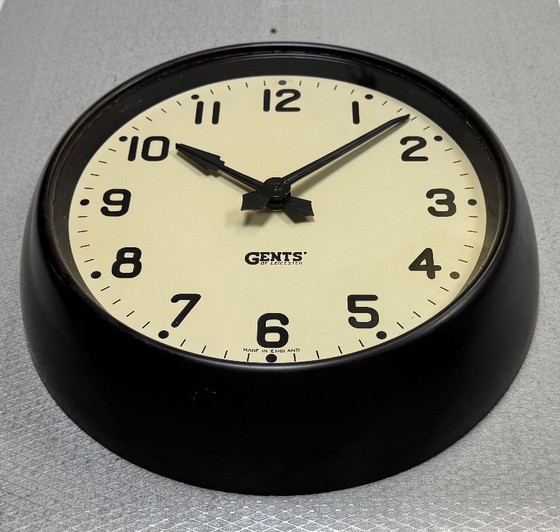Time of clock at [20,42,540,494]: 10:07
